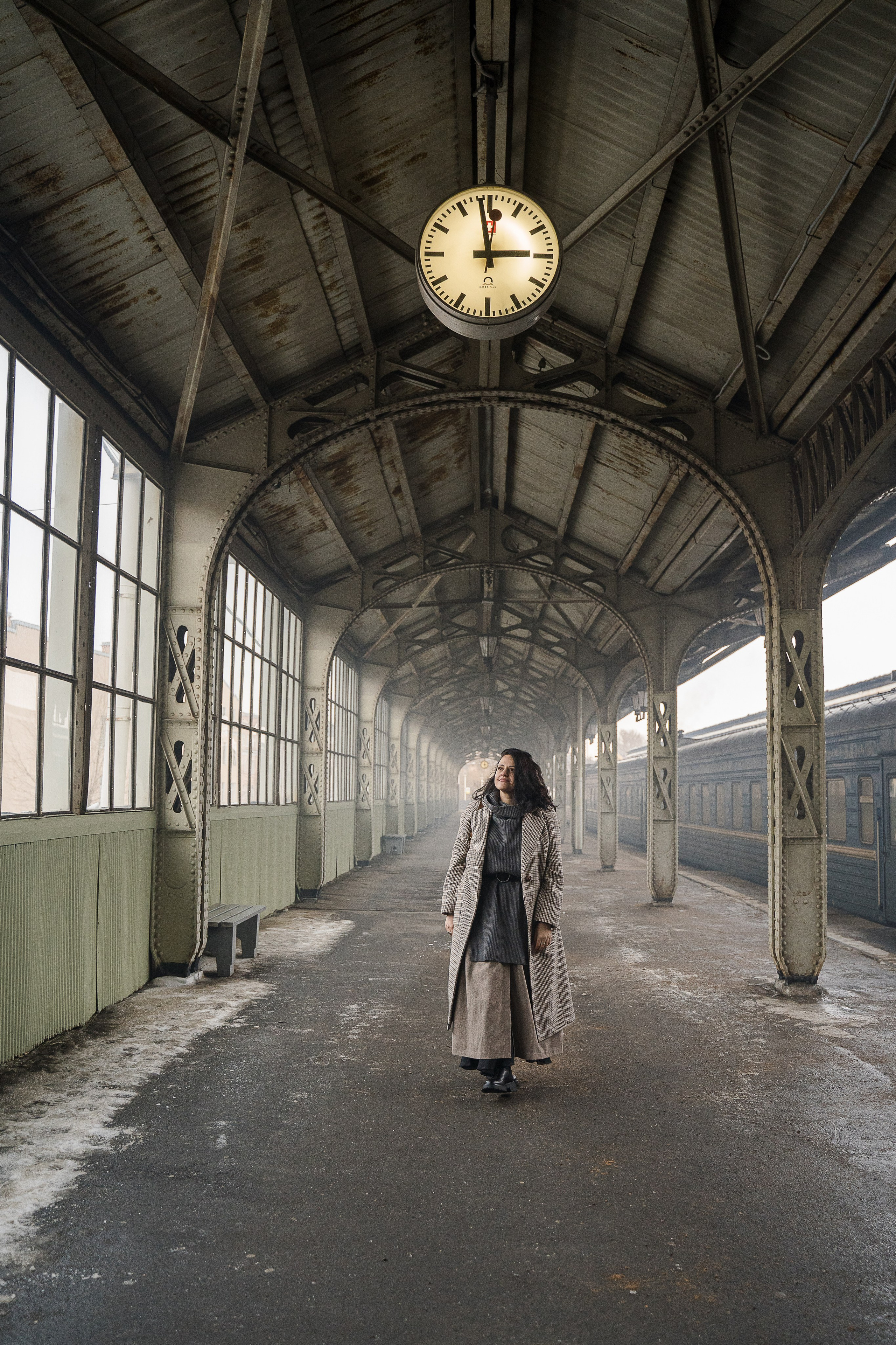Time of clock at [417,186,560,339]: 2:58
